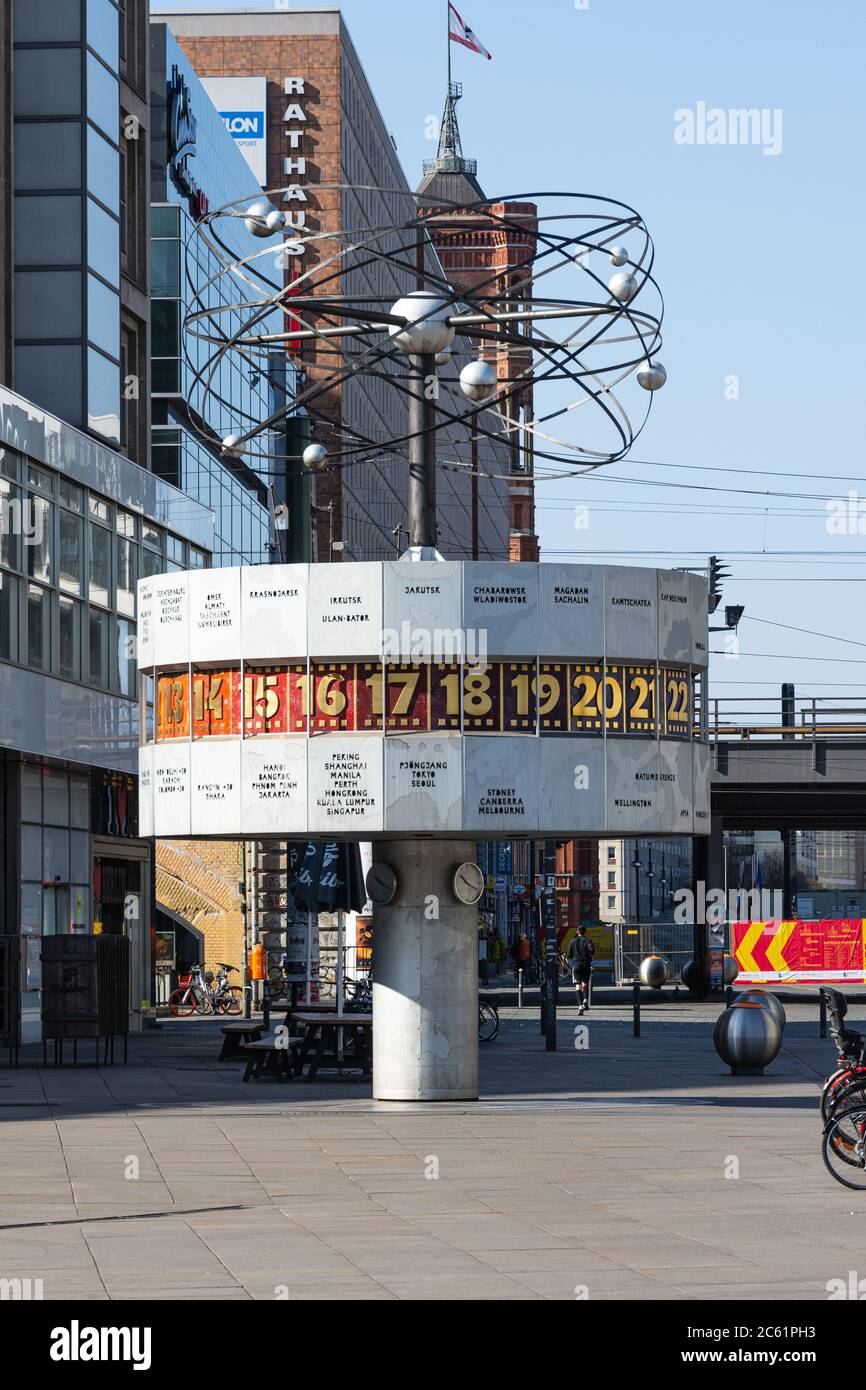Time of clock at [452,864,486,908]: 10:19
